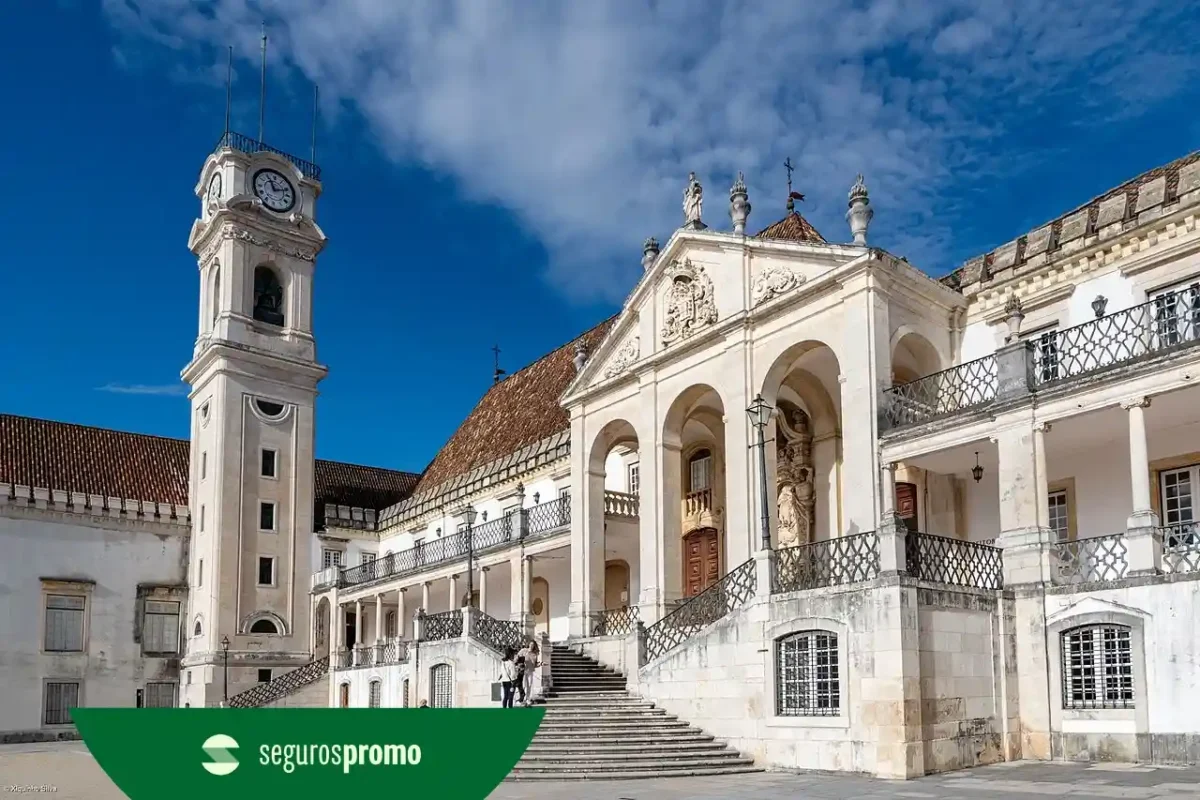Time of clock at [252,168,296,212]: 11:11
